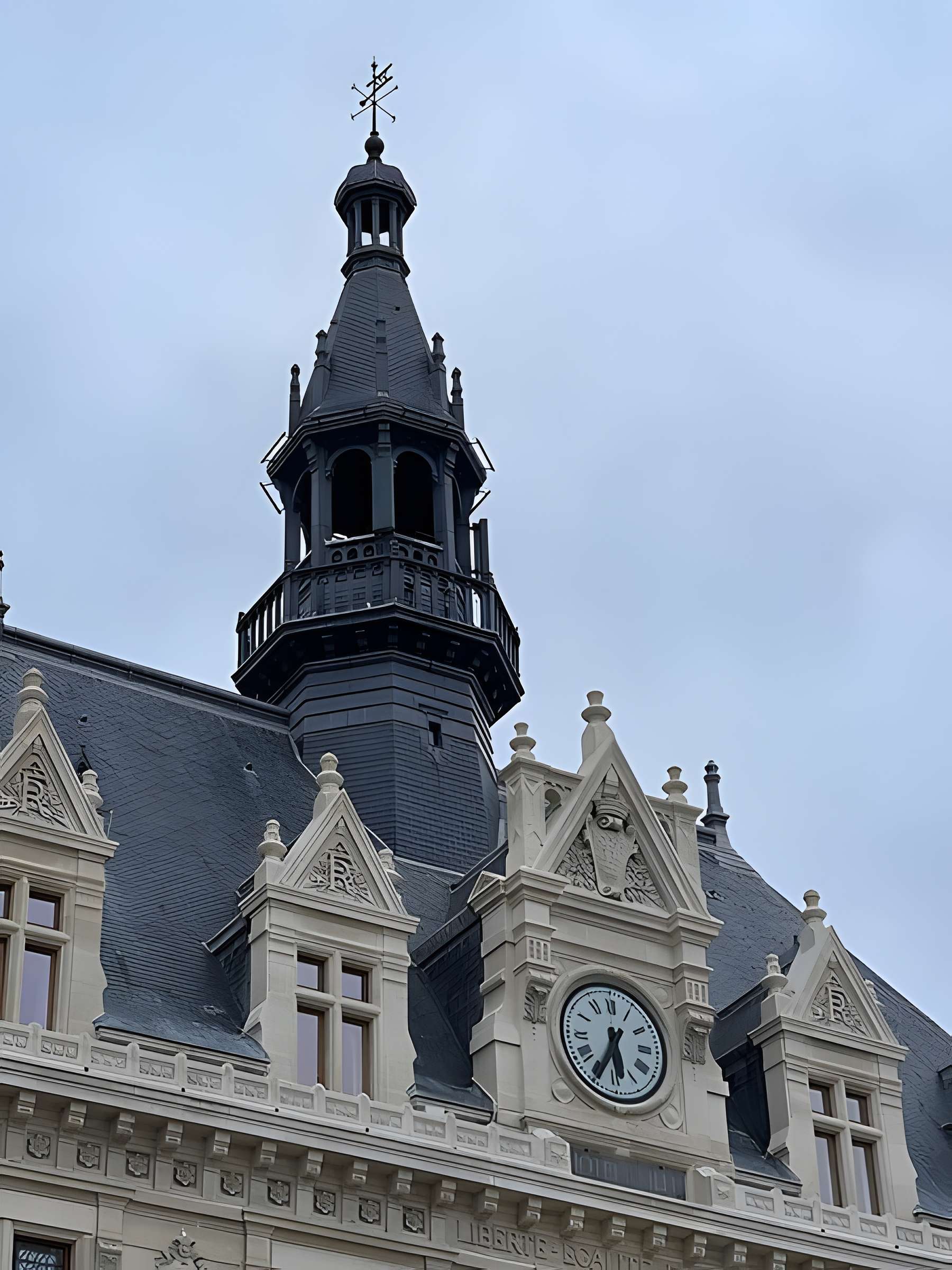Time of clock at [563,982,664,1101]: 5:34
